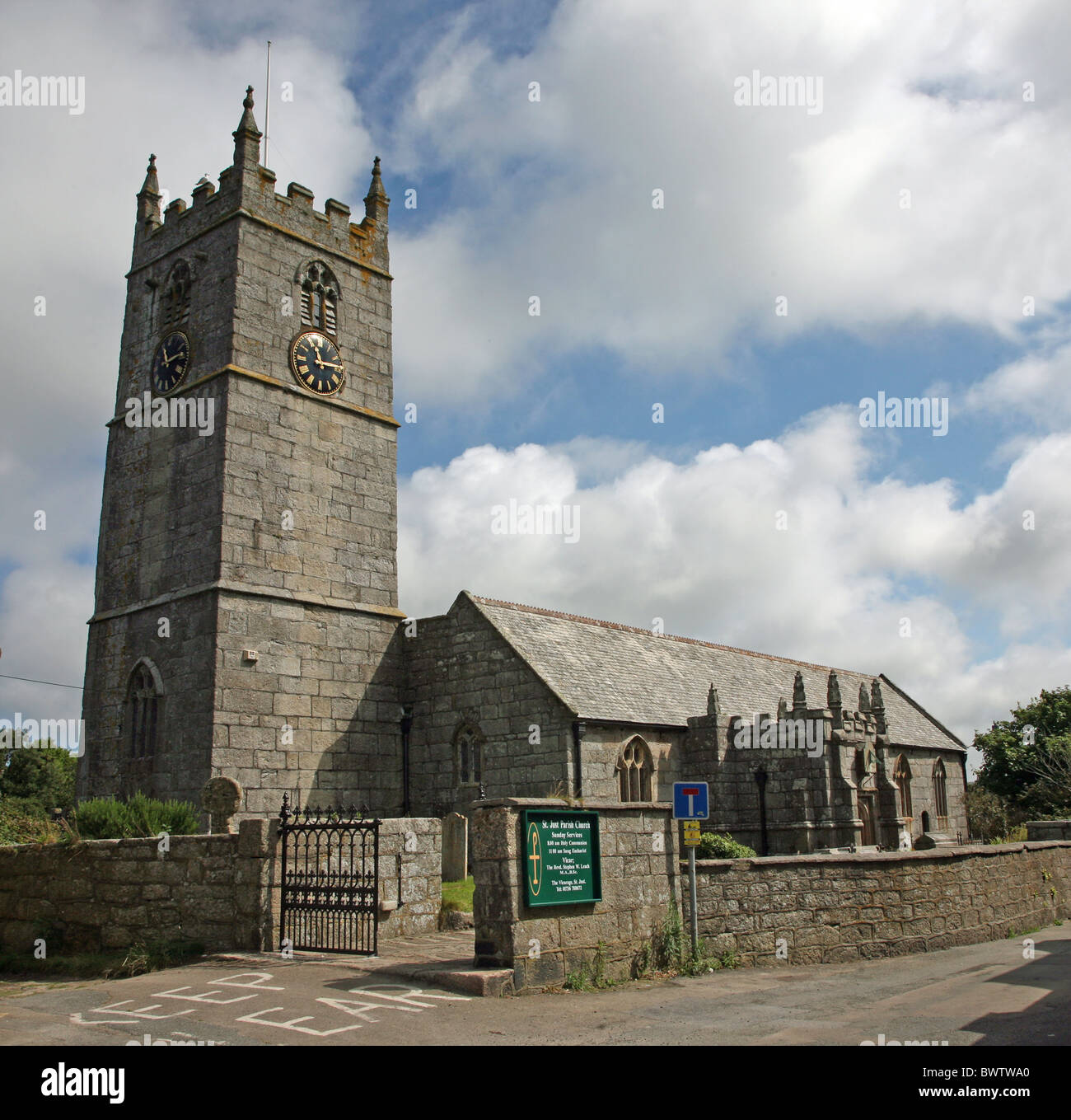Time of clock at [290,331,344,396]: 11:14
